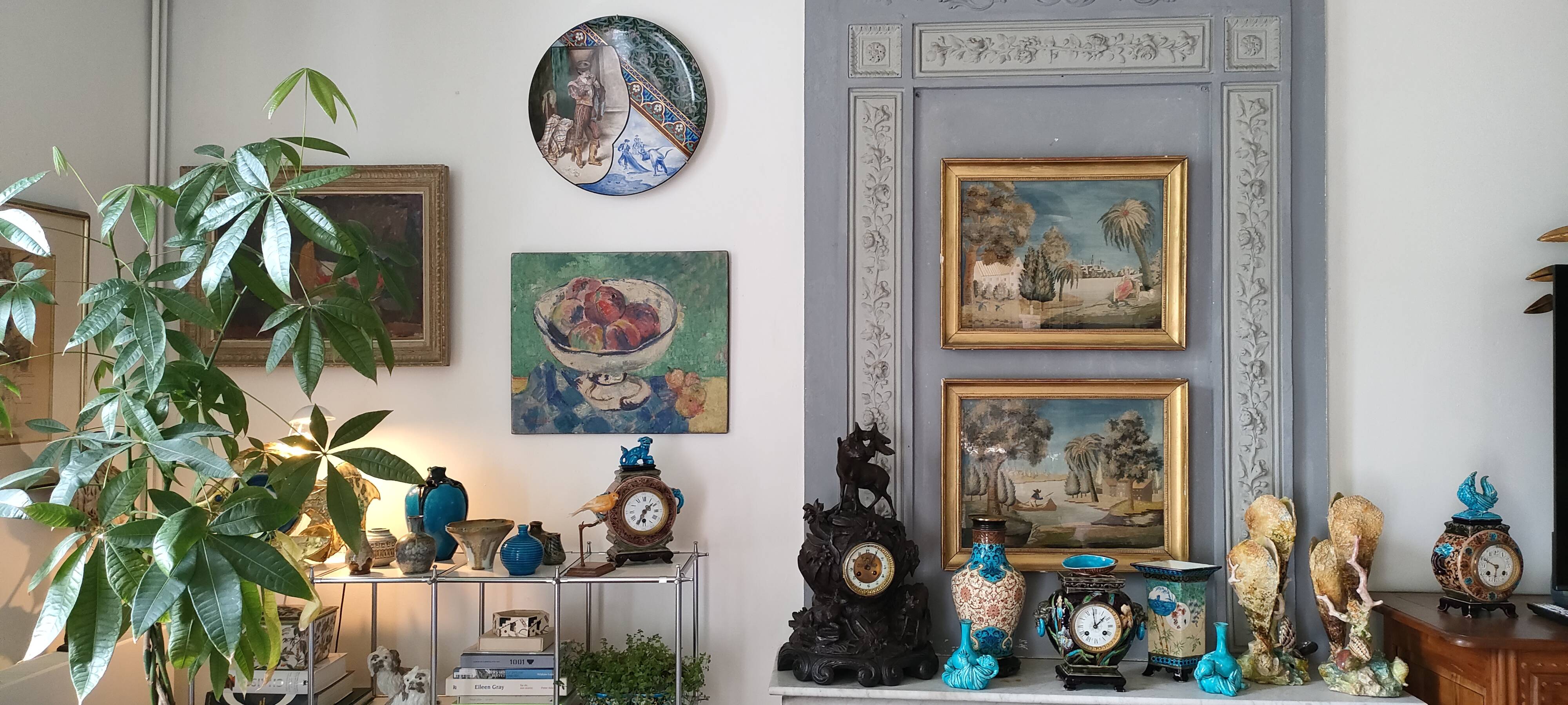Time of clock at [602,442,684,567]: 1:33
